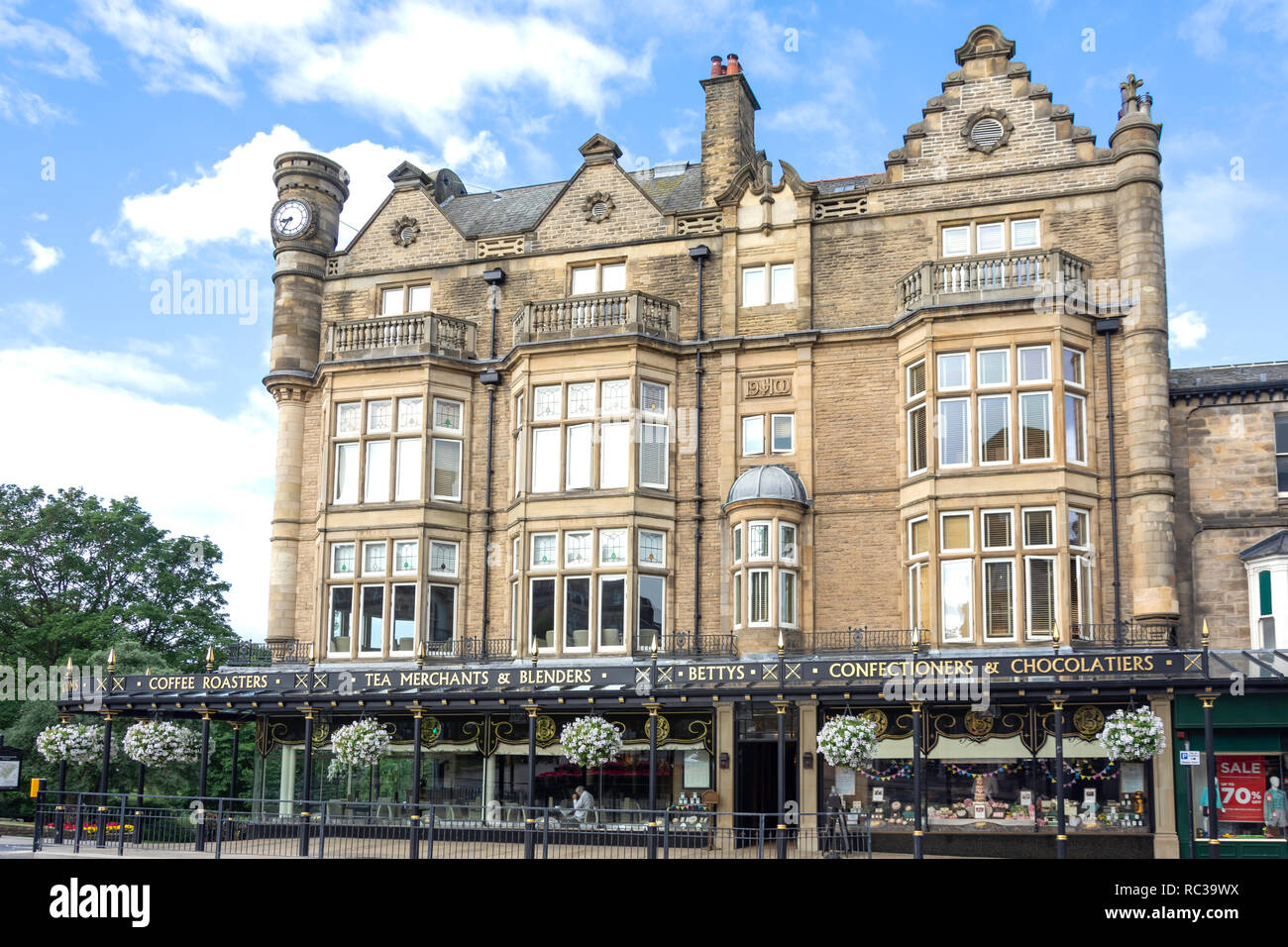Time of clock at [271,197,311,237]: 8:35
